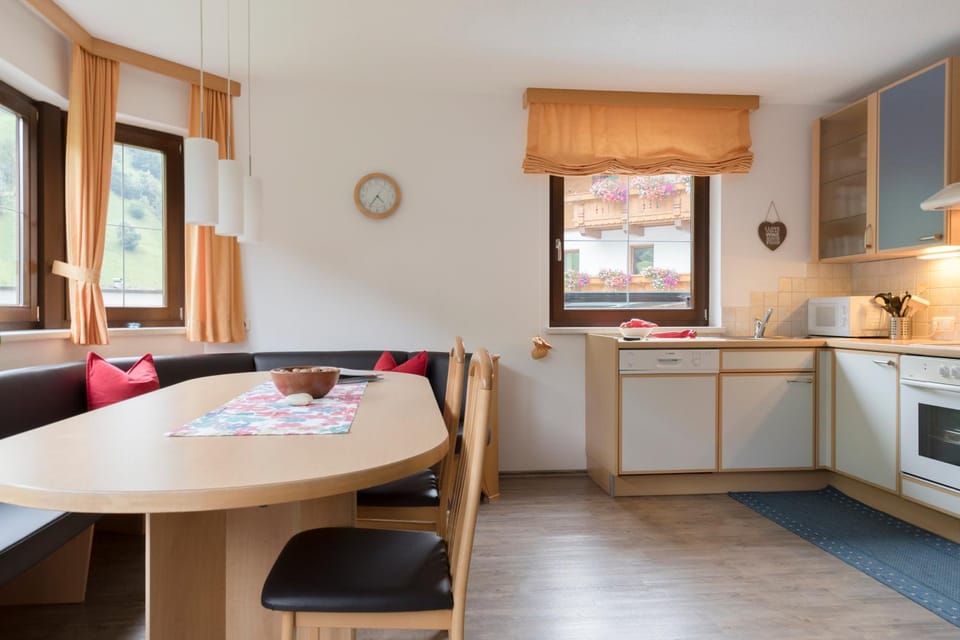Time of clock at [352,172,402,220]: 4:35
